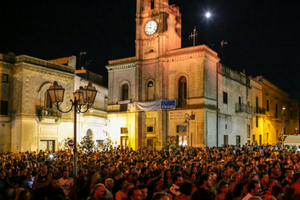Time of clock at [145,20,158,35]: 11:46
